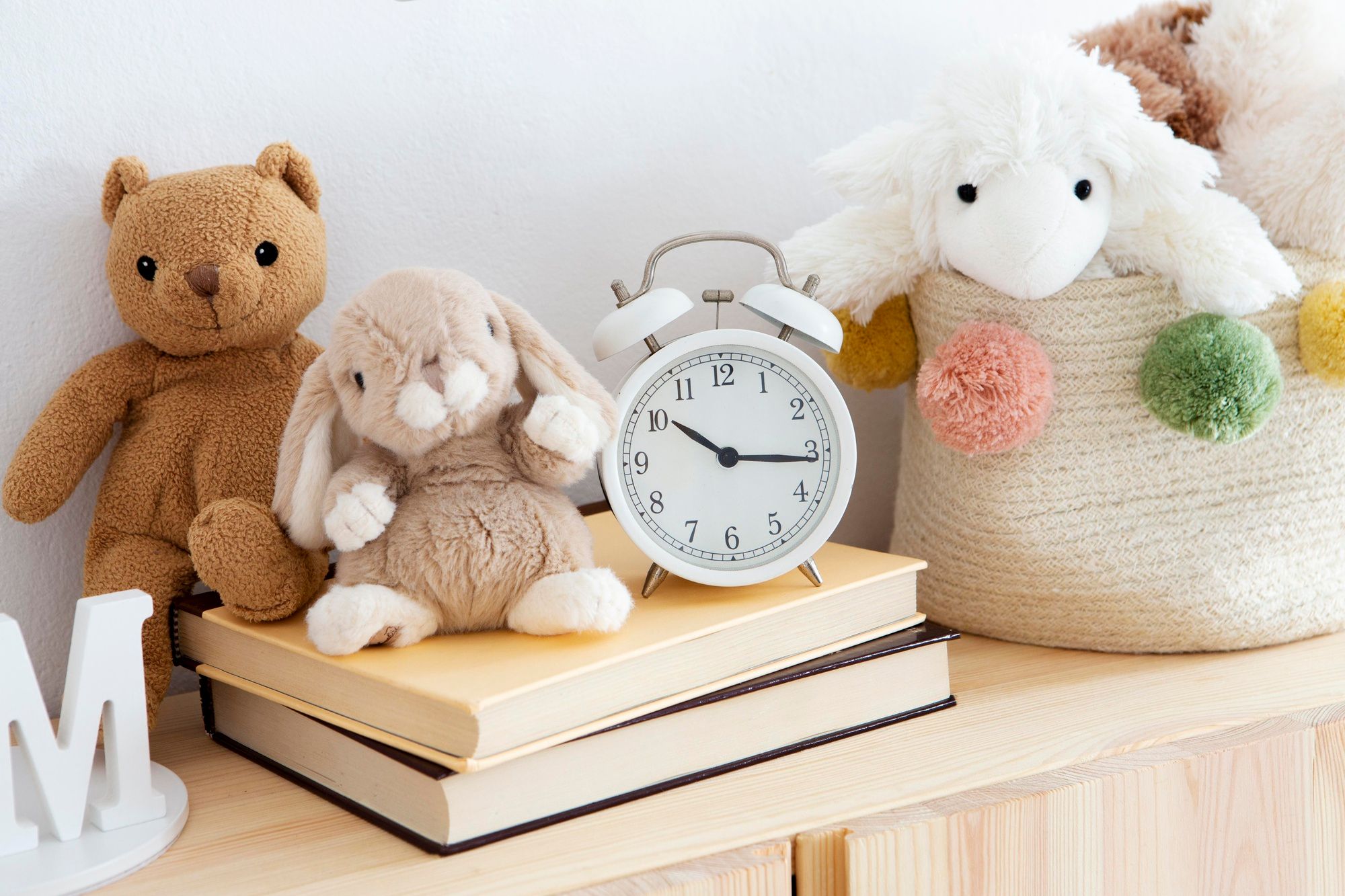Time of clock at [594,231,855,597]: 10:15
